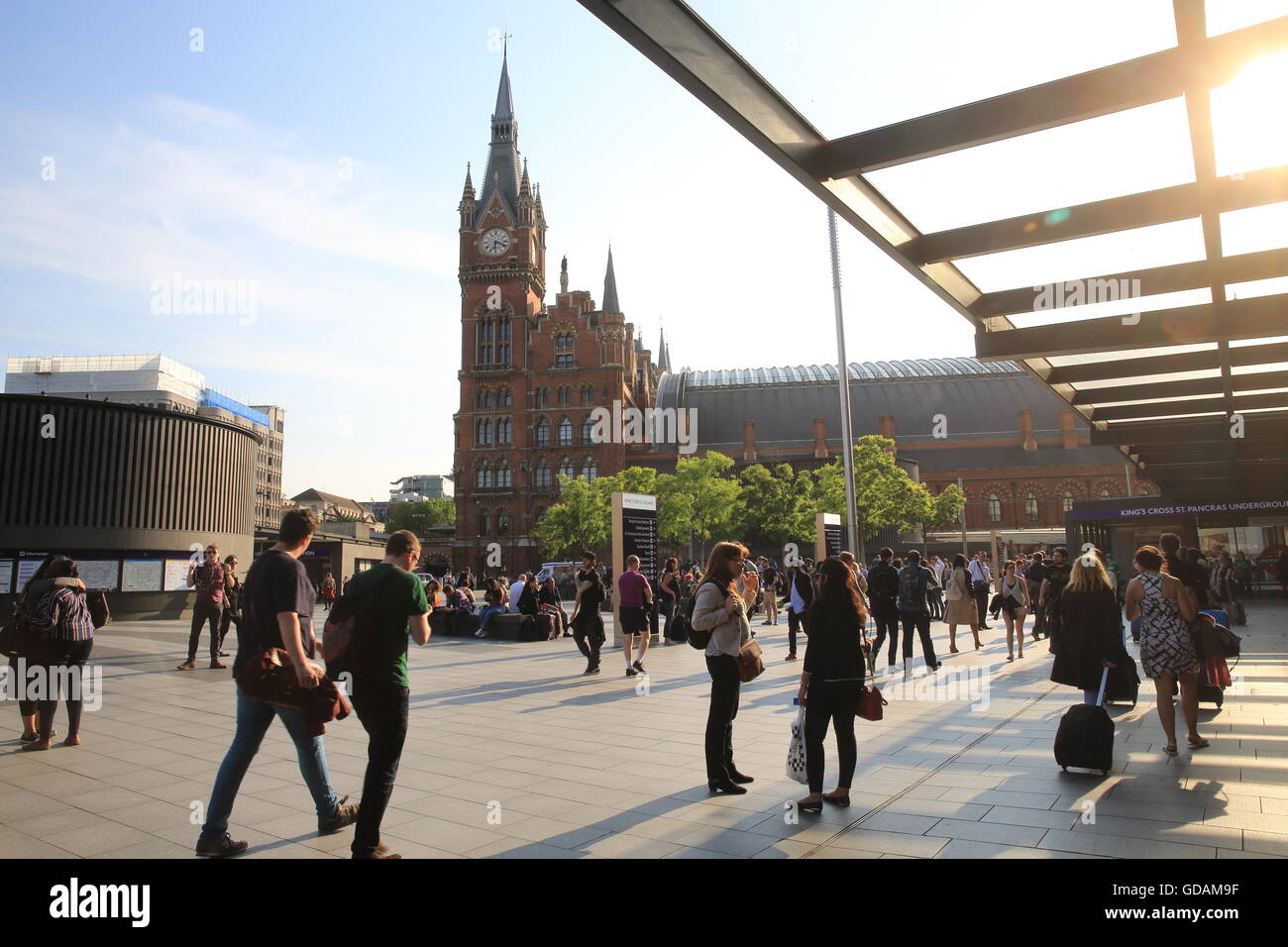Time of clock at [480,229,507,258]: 6:18
